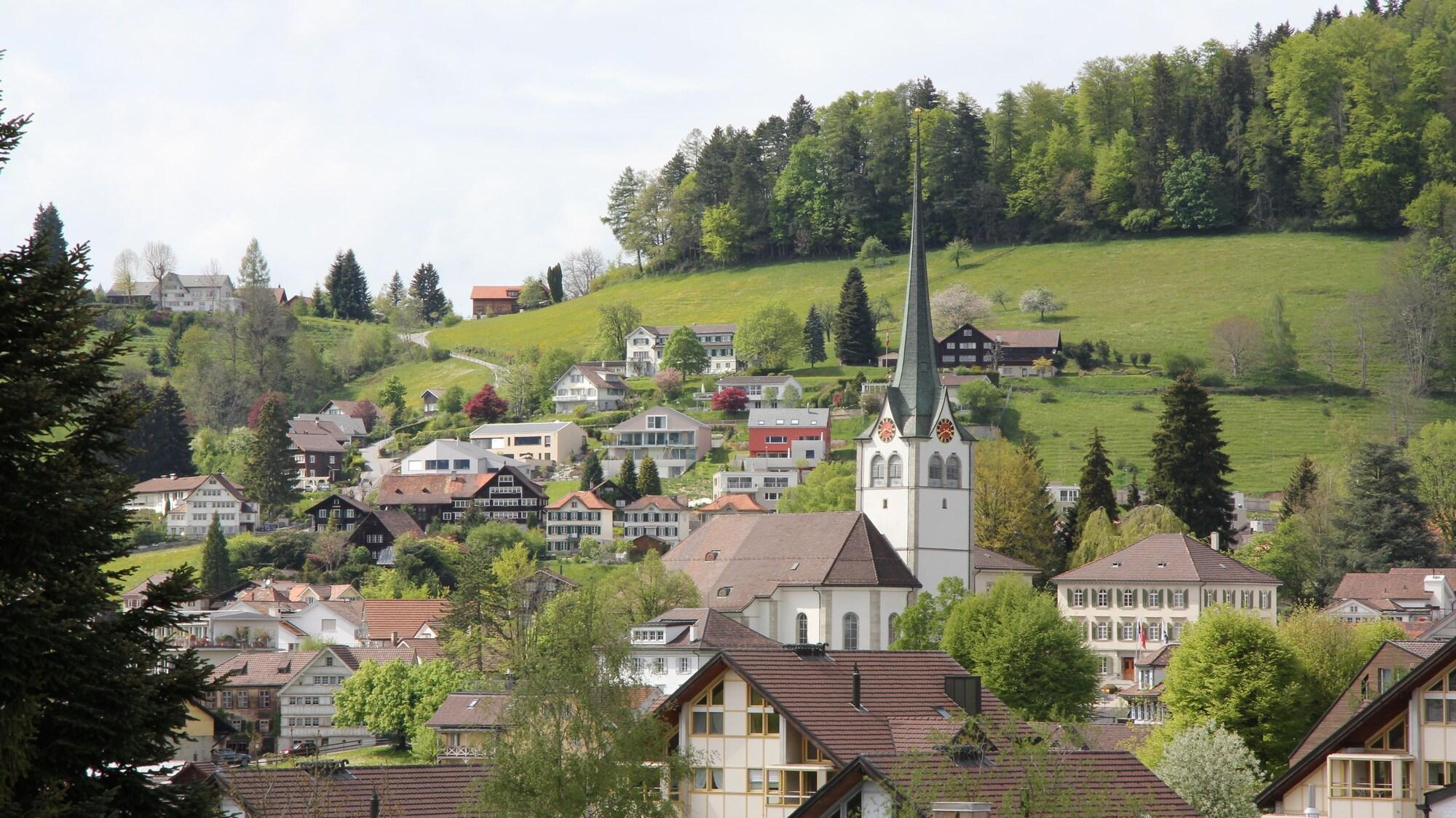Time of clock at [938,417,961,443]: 3:40
